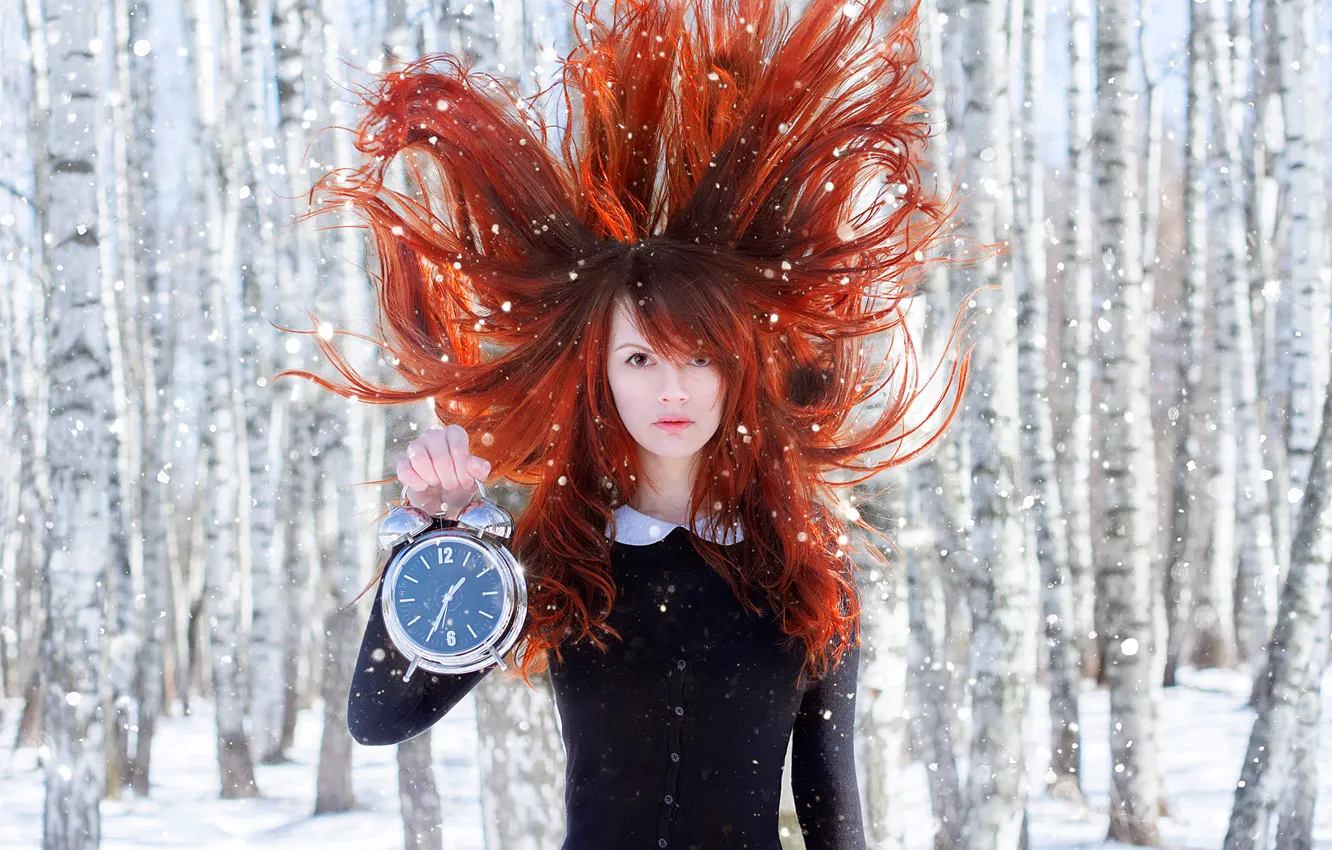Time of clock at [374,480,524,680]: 1:34
